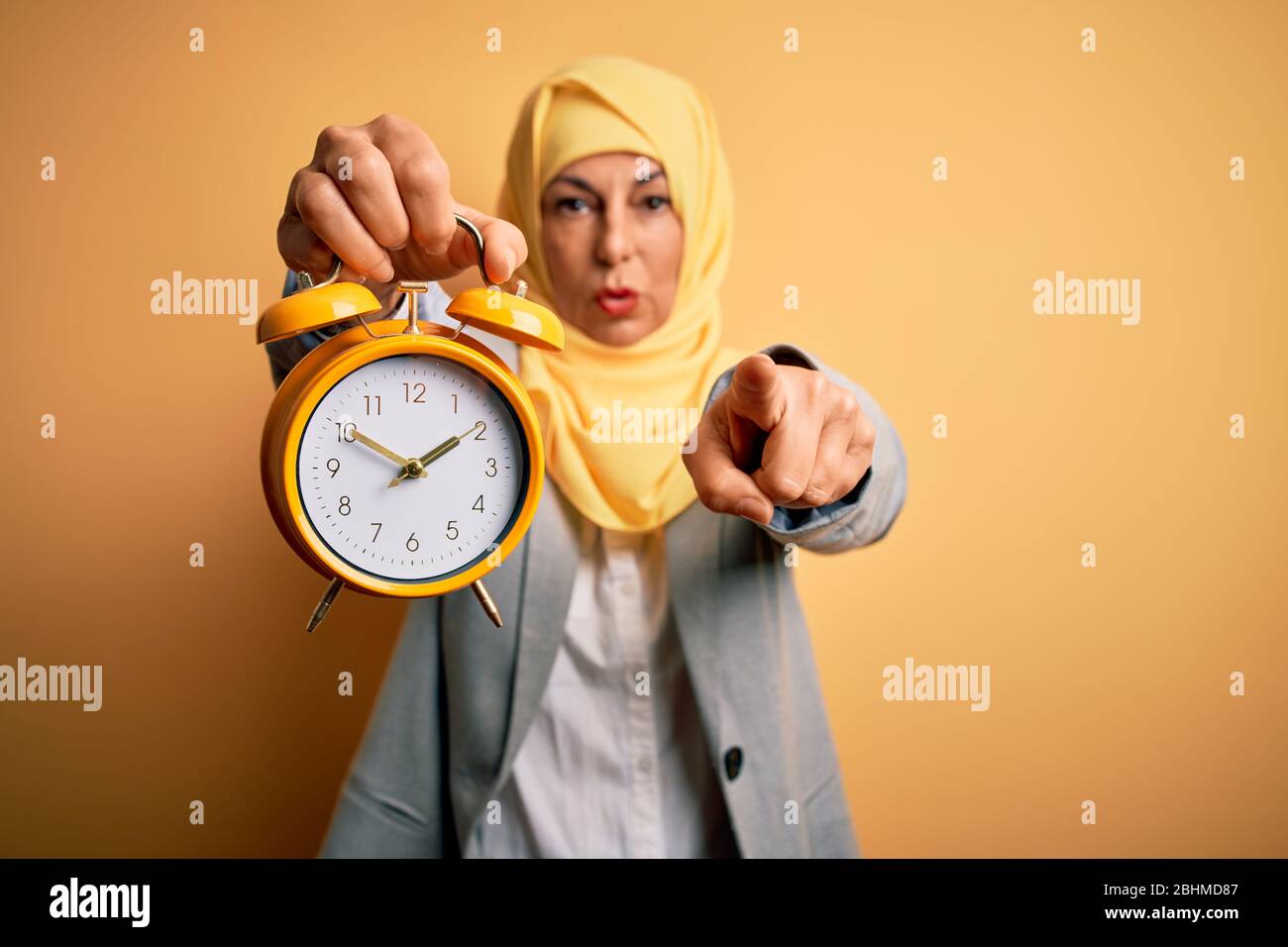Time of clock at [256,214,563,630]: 1:50
